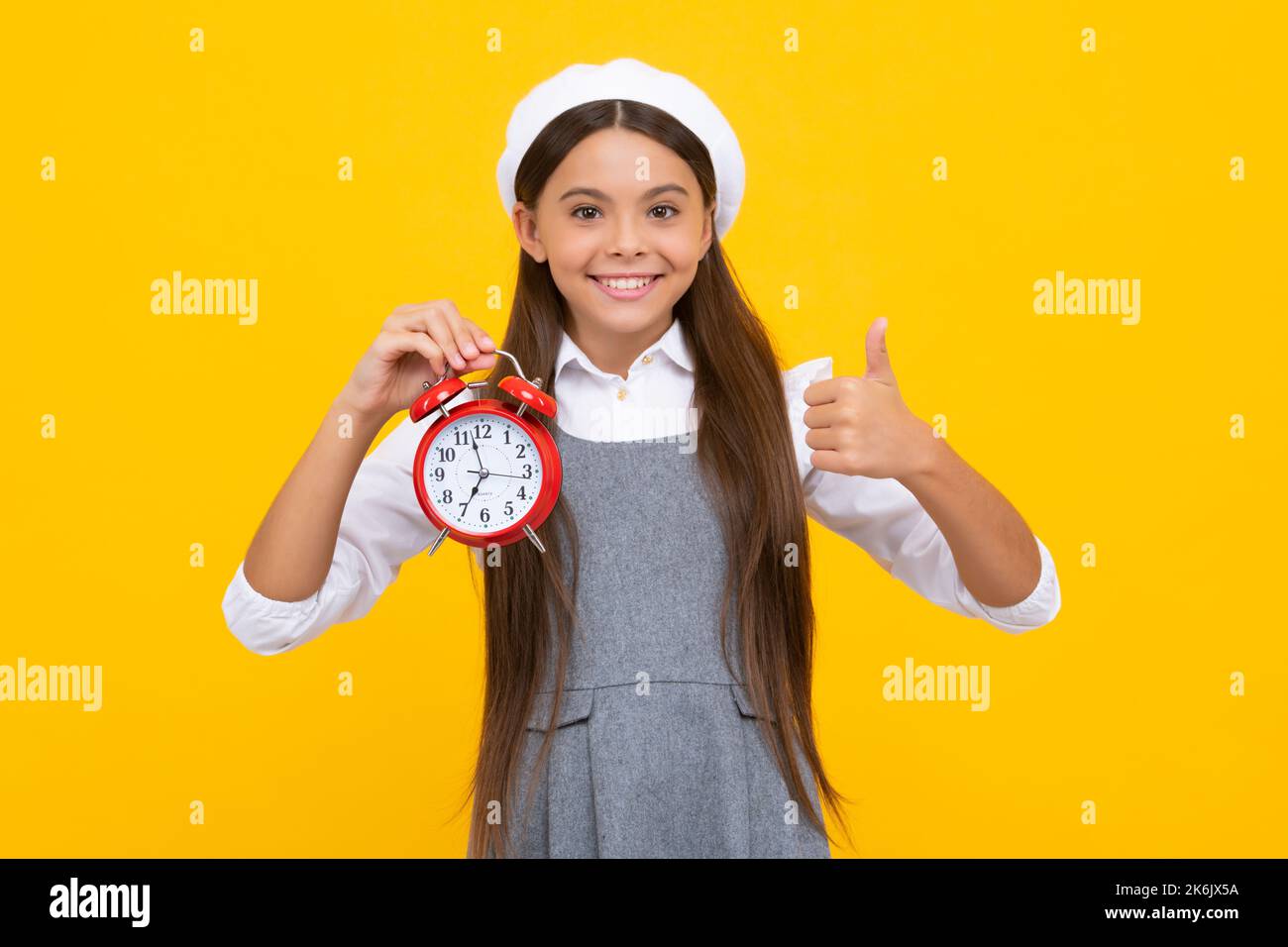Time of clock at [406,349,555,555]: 6:57
